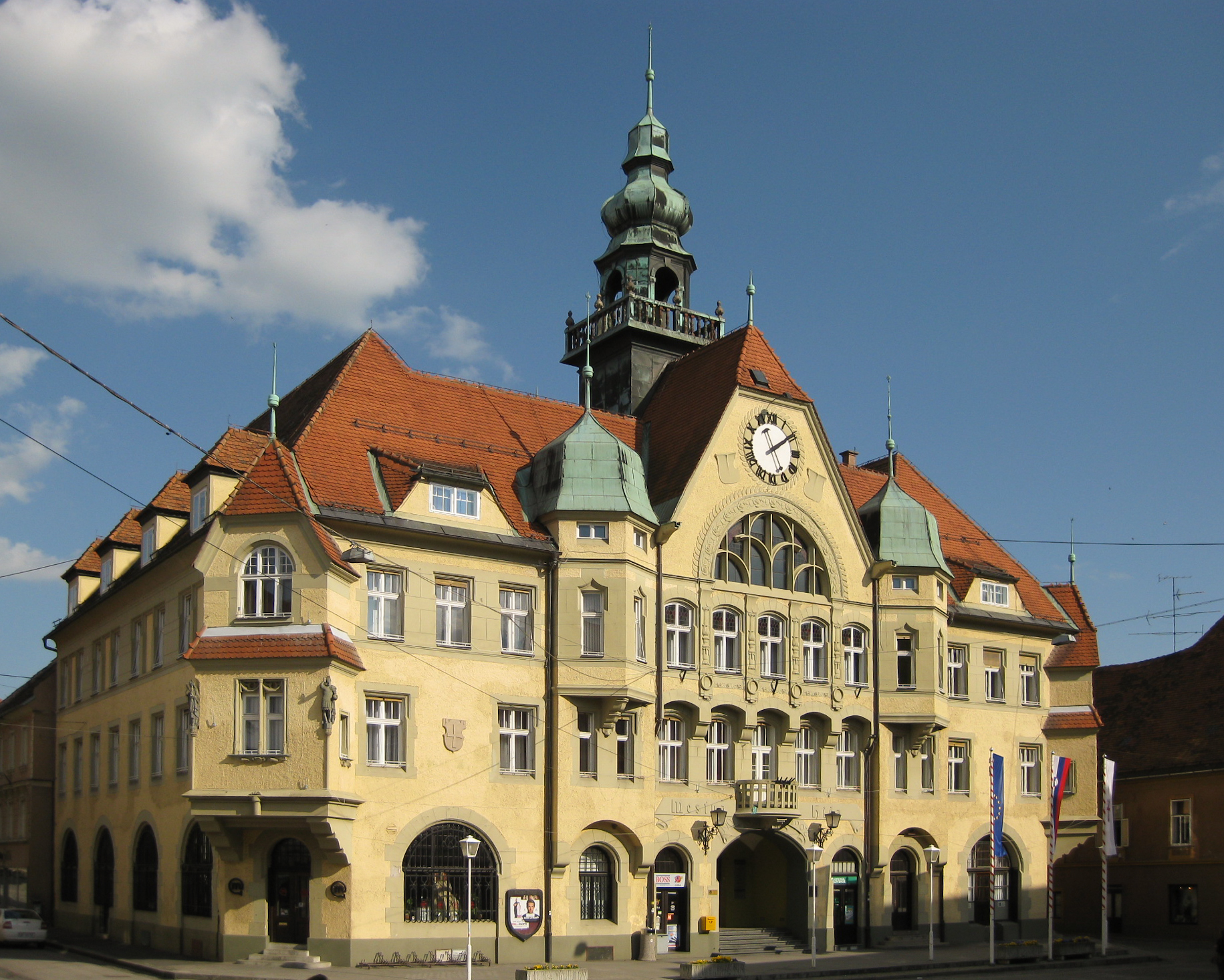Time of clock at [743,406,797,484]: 1:56
